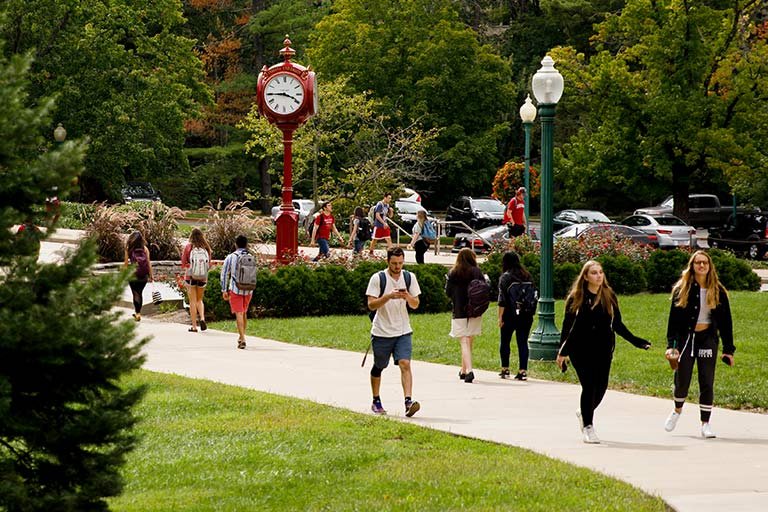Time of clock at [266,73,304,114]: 3:44
